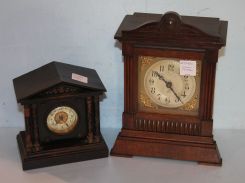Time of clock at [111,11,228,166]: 10:22
